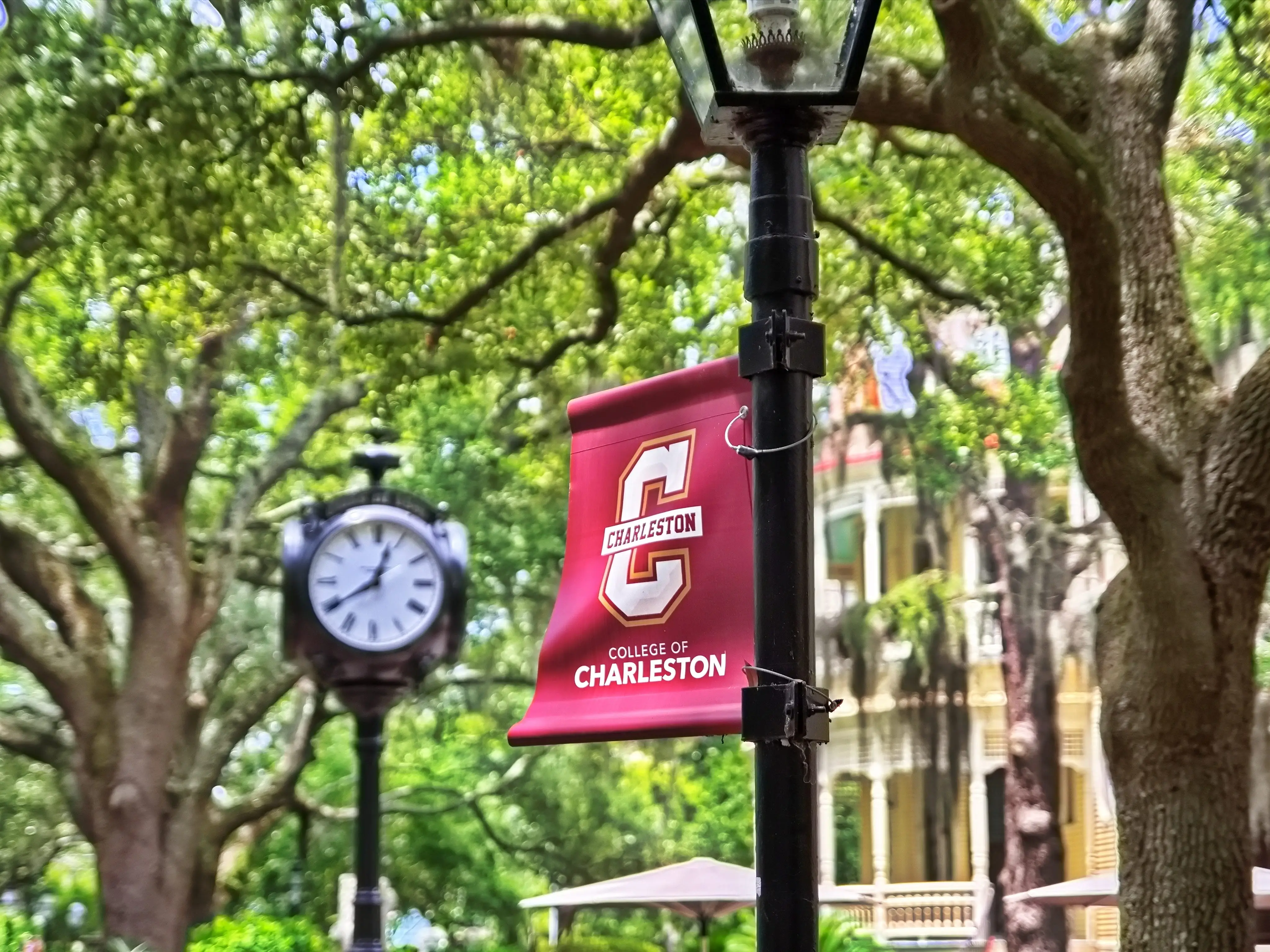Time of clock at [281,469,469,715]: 12:39
